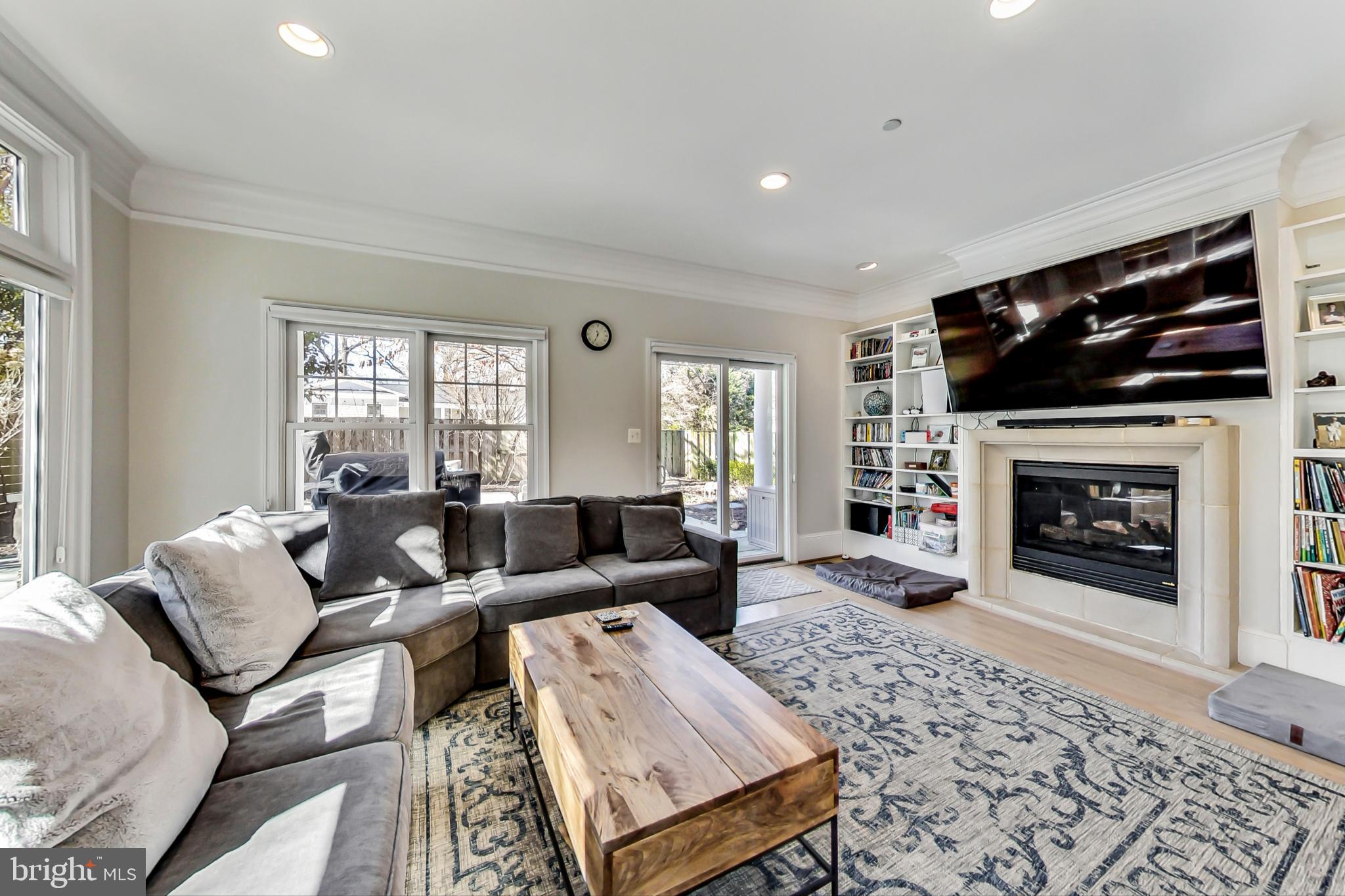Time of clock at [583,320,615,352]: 11:34
